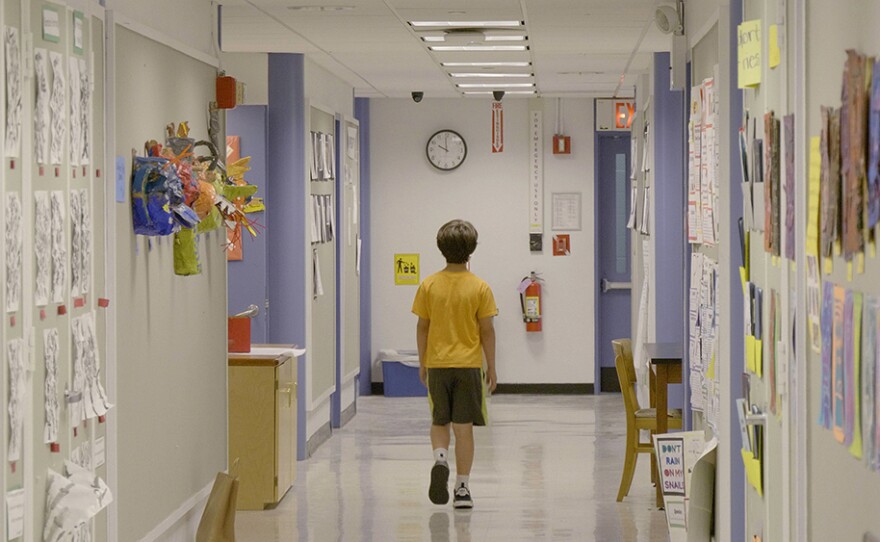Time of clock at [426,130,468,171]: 9:59
